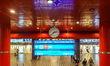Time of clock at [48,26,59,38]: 2:38
